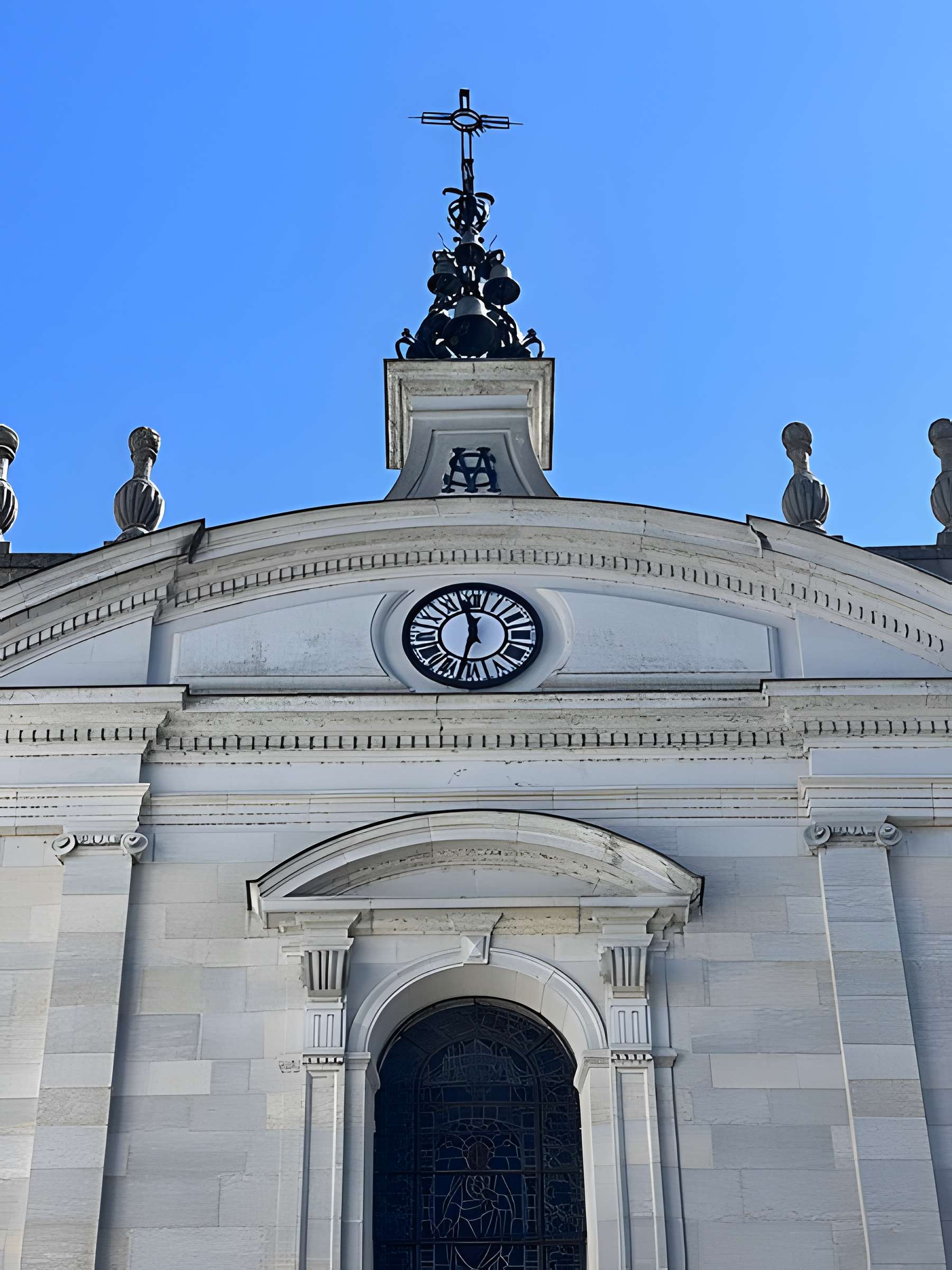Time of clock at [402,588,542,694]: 11:32
